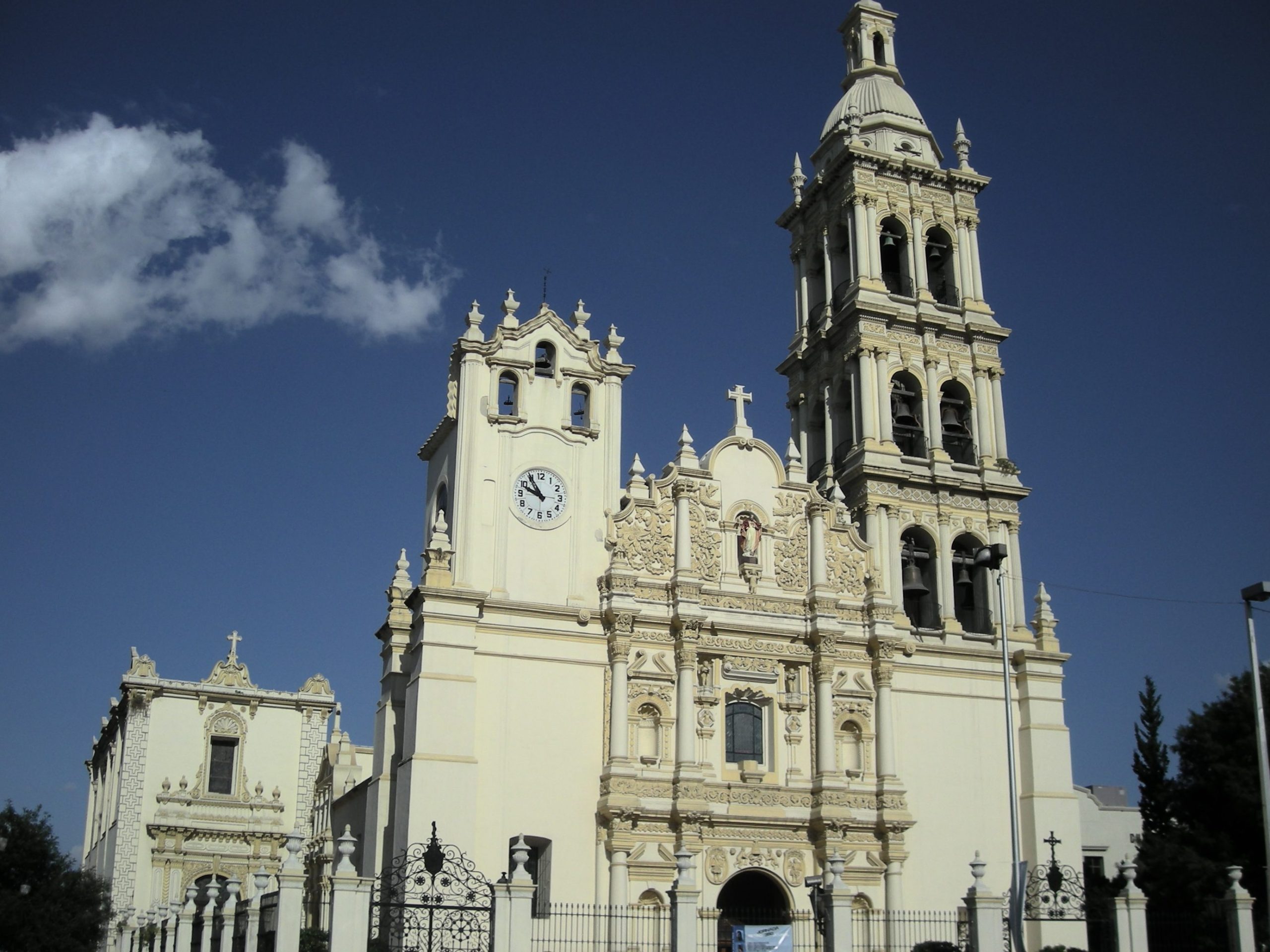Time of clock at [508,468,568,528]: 9:54
